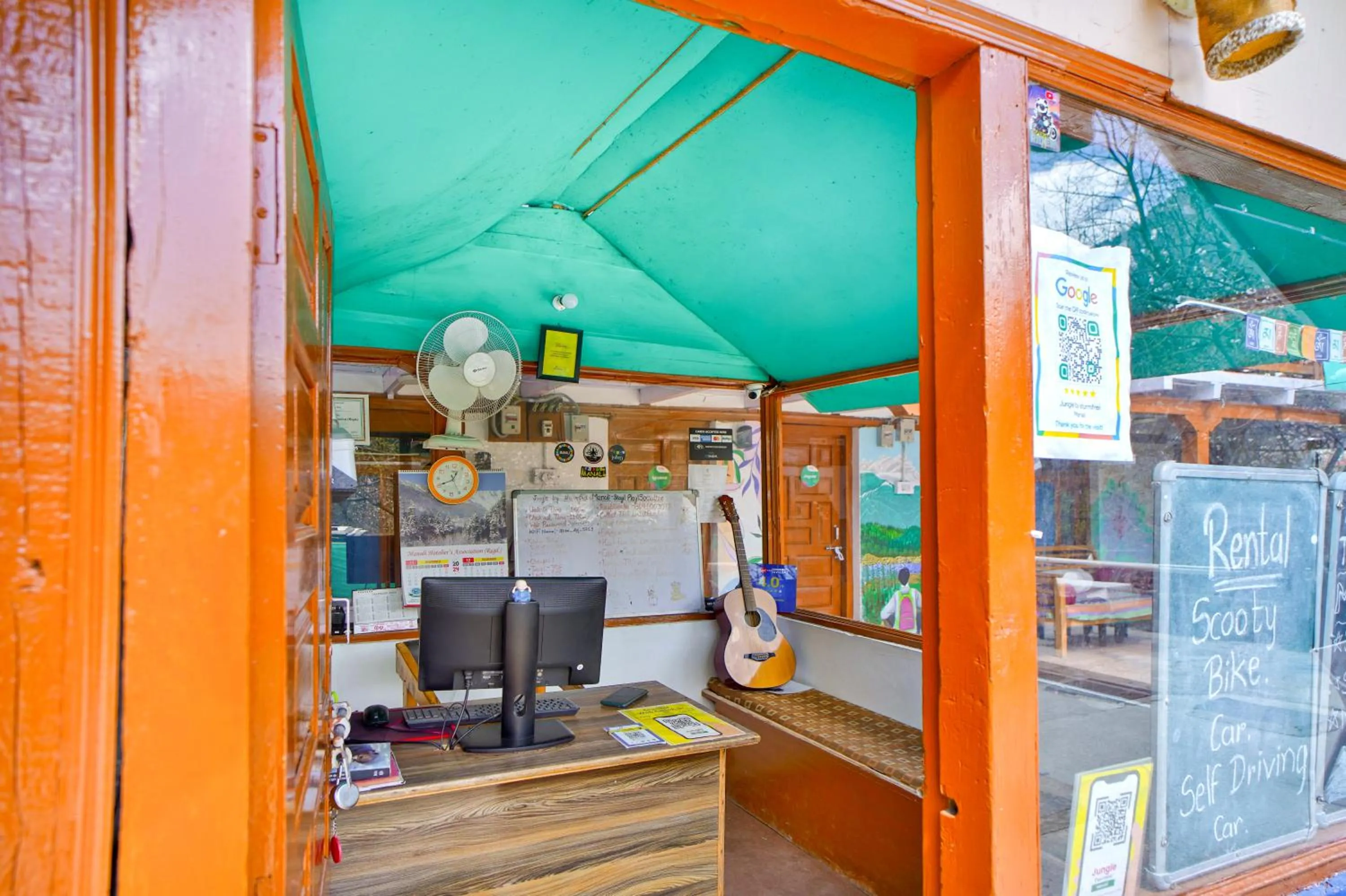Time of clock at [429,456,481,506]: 12:40
